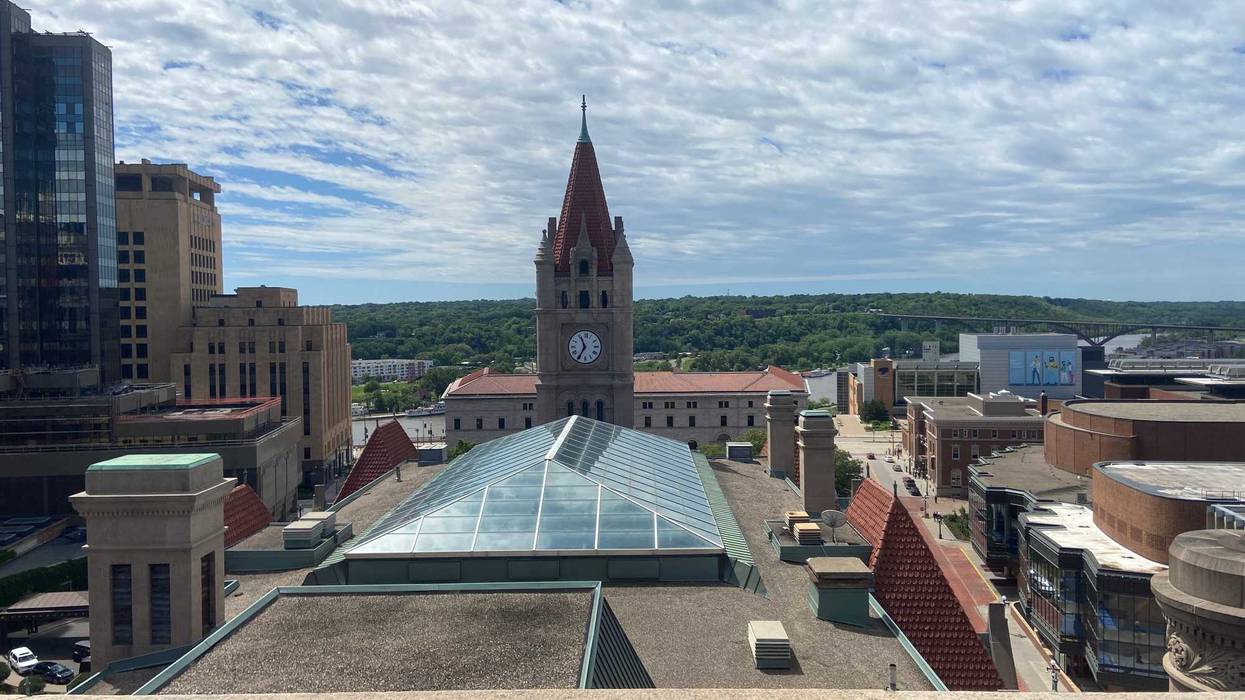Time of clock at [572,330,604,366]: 11:35
